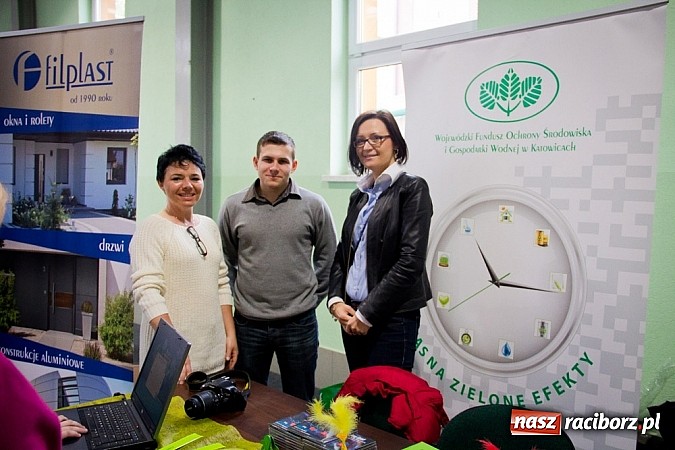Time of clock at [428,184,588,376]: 11:15
